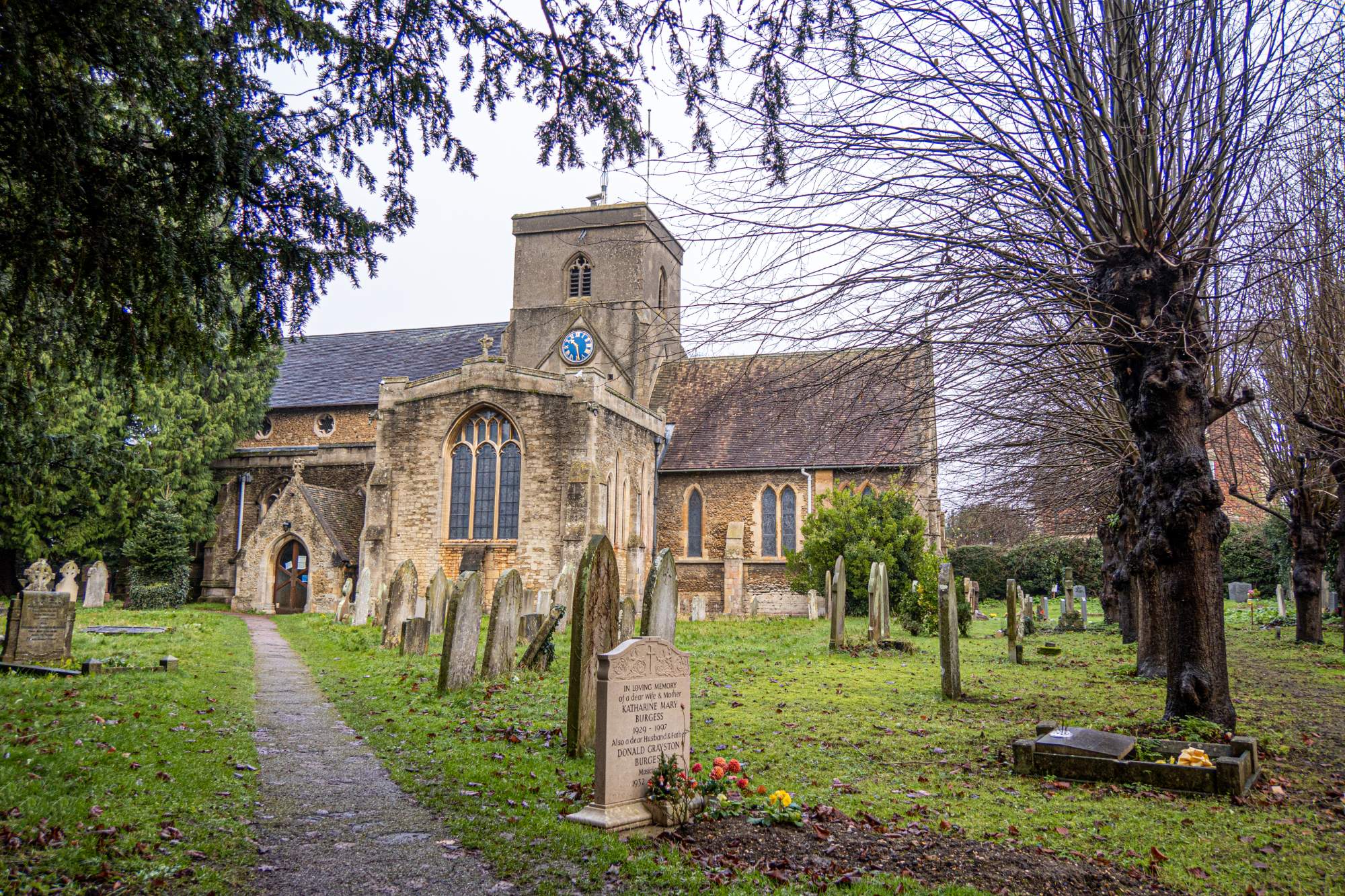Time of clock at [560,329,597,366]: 10:28
